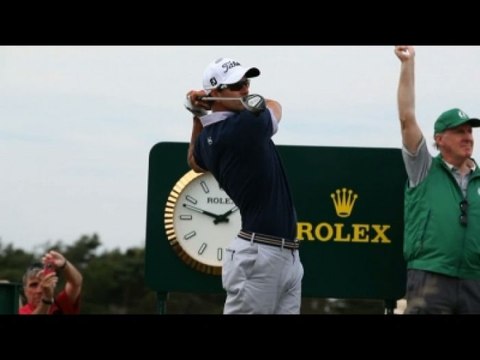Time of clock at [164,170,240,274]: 1:47
